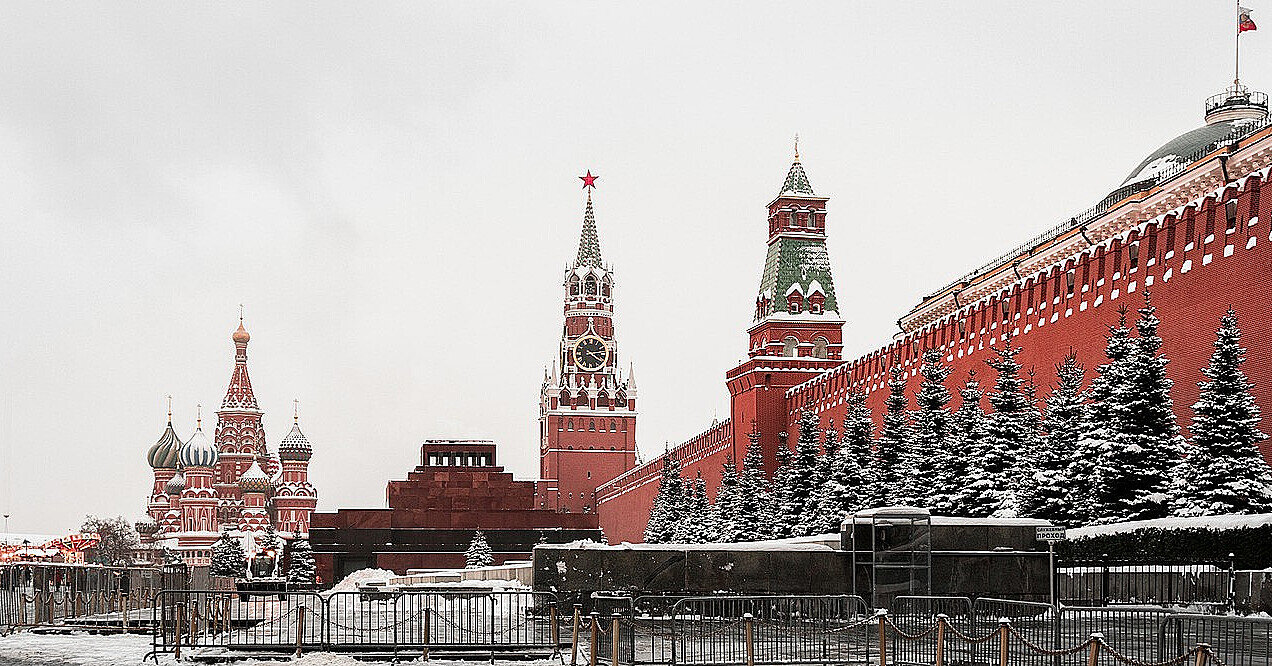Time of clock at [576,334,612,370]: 4:13
